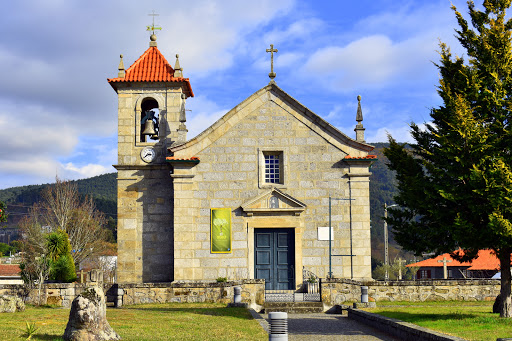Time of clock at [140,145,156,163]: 2:38
